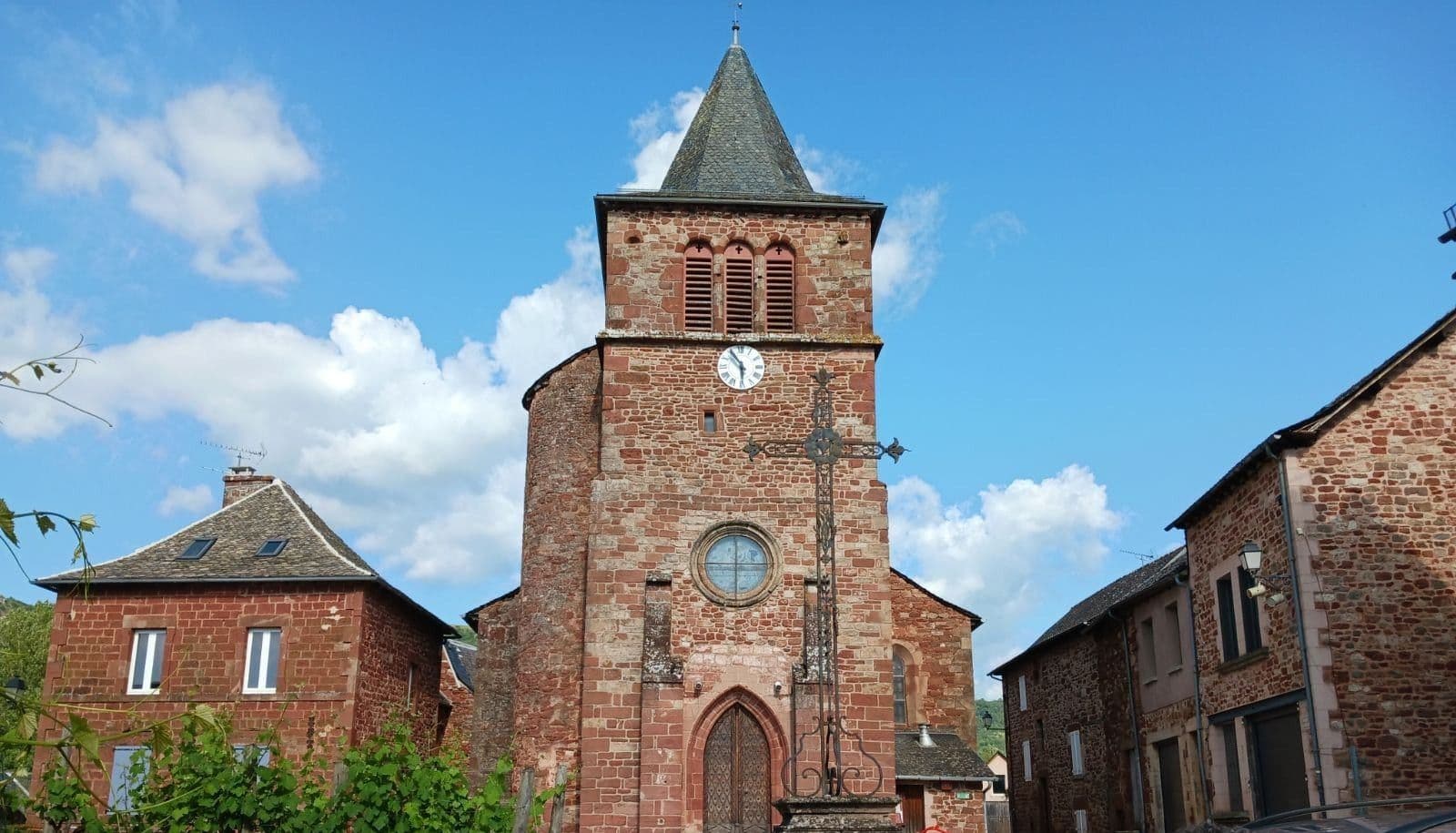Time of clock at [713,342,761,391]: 5:54
